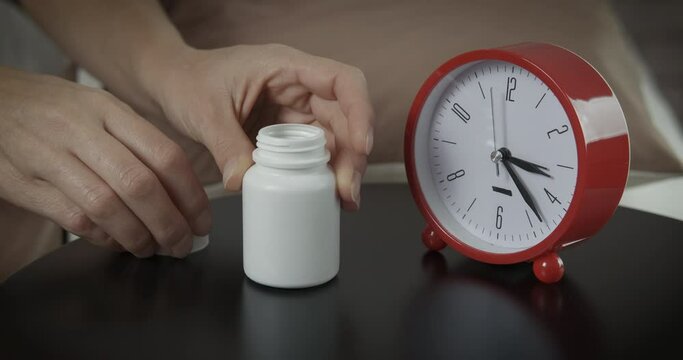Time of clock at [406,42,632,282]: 3:22
